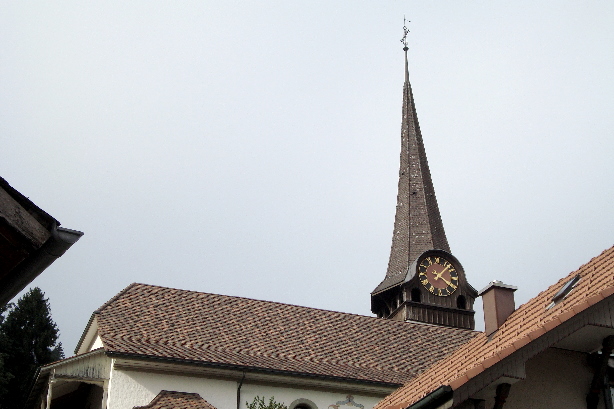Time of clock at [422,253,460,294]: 4:07
